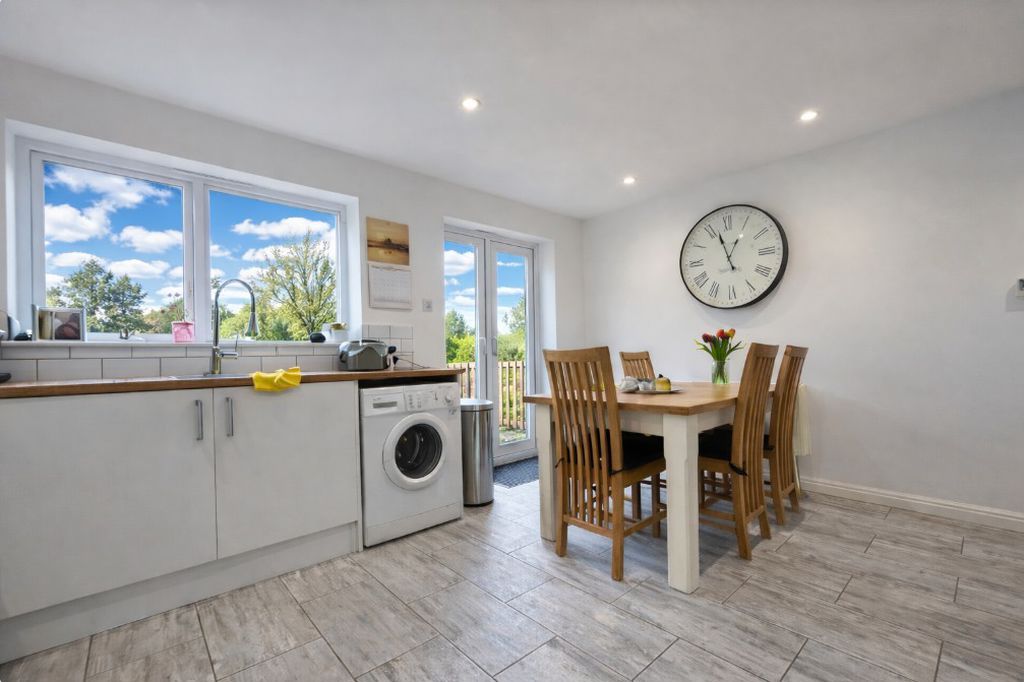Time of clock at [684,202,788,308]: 12:57
